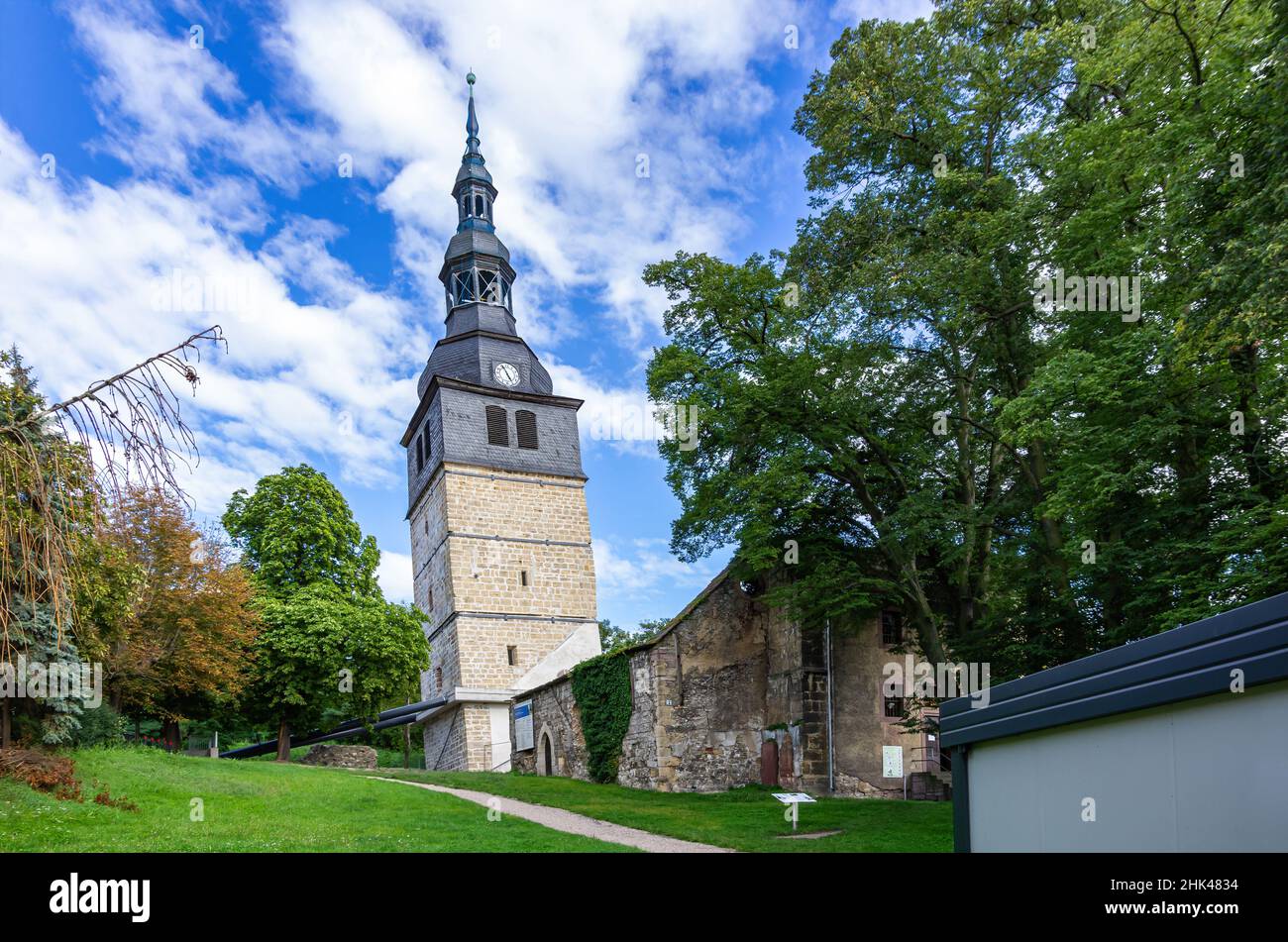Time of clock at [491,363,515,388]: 4:55
